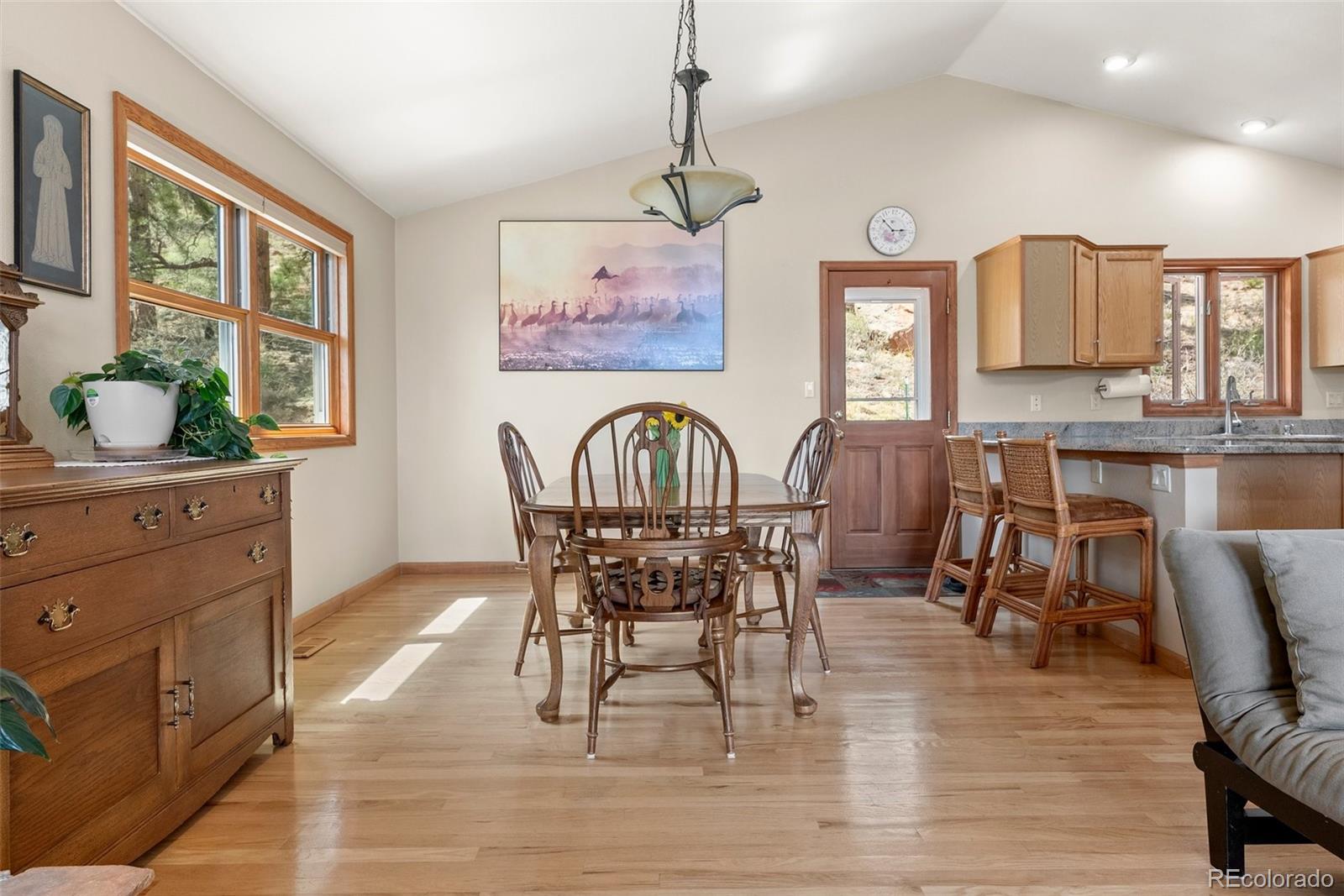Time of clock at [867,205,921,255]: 2:52
